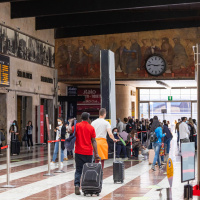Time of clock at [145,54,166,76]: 2:46
